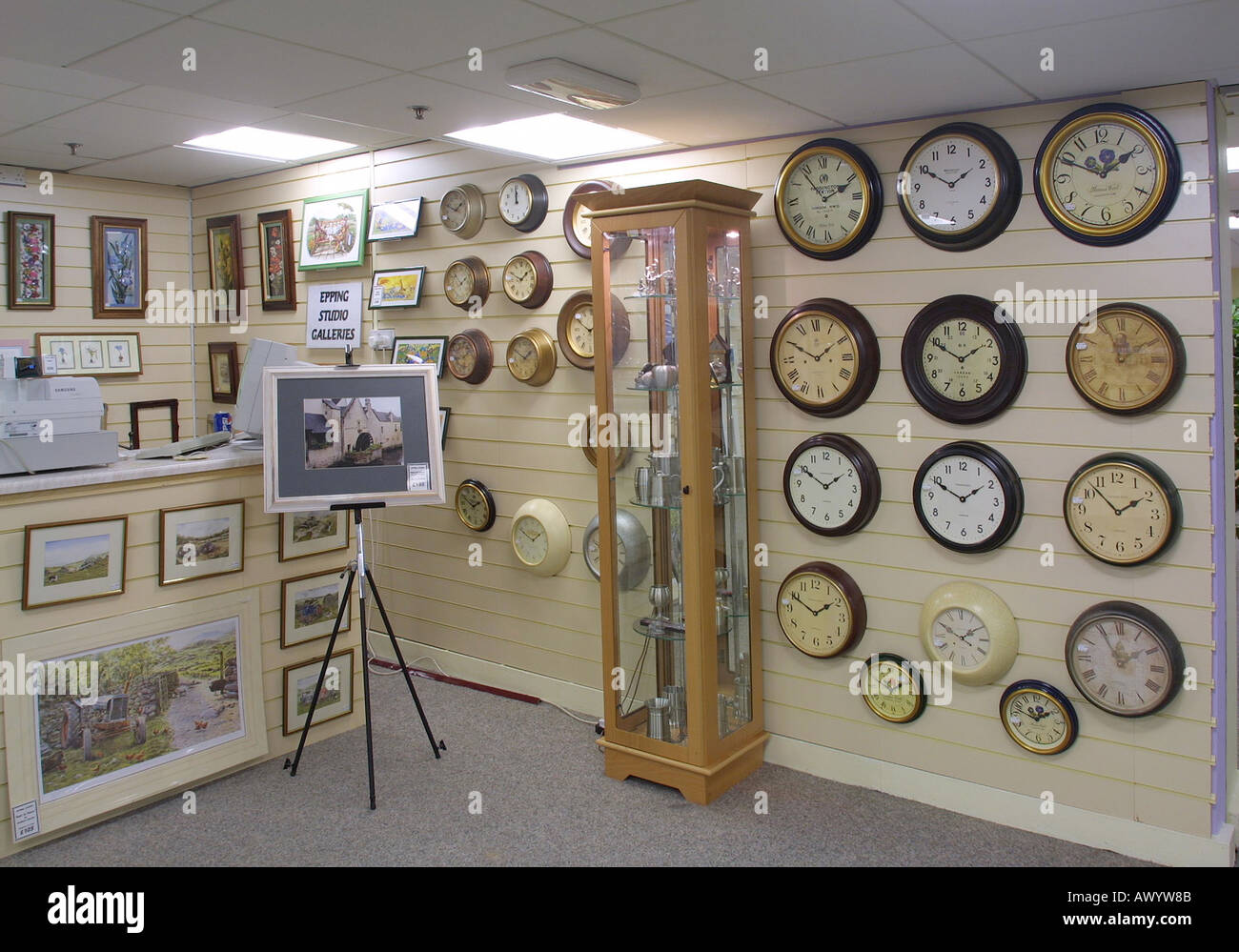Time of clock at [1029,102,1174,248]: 1:49
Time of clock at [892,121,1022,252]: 1:50
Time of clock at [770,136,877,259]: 1:53
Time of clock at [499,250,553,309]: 1:49
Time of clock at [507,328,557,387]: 1:50
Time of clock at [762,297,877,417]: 1:50
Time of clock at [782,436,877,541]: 1:50
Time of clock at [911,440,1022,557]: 1:49
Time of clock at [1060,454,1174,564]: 1:52
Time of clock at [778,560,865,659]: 1:49
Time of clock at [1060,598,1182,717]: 1:55
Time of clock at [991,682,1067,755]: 1:47
